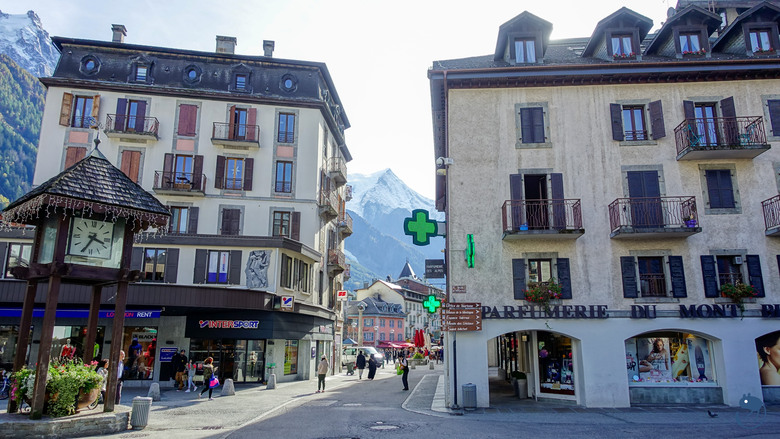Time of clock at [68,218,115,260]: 3:34
